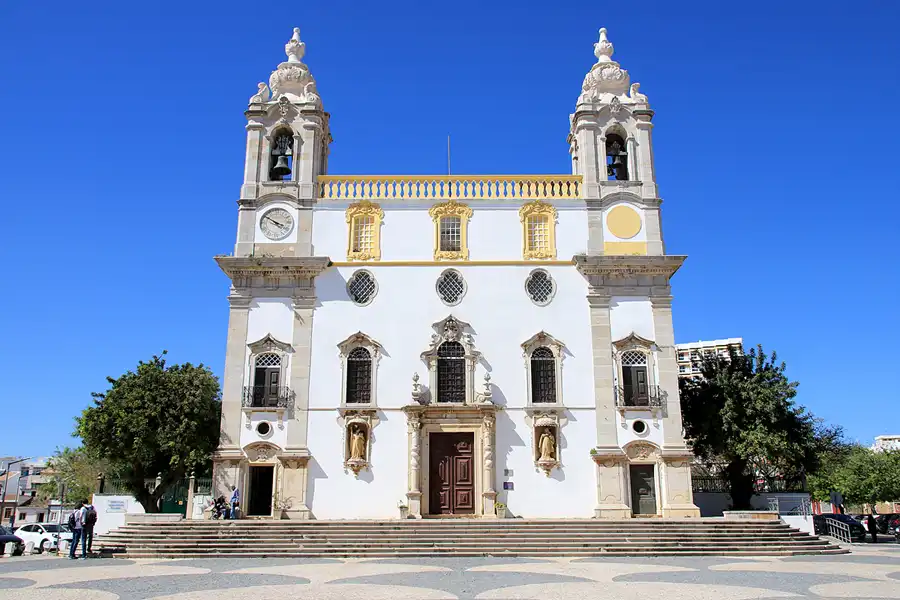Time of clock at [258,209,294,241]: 3:50
